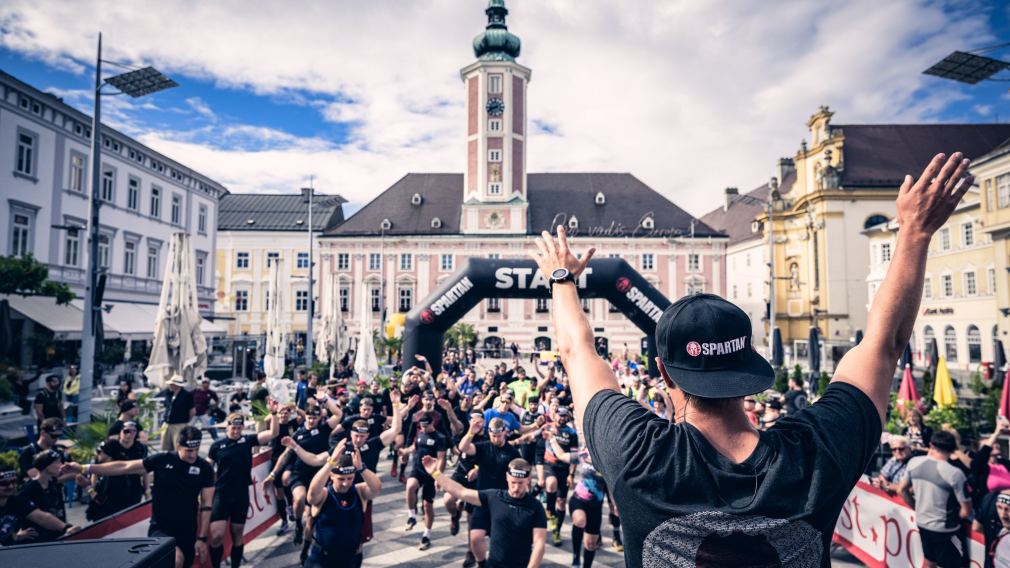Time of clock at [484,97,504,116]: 8:40
